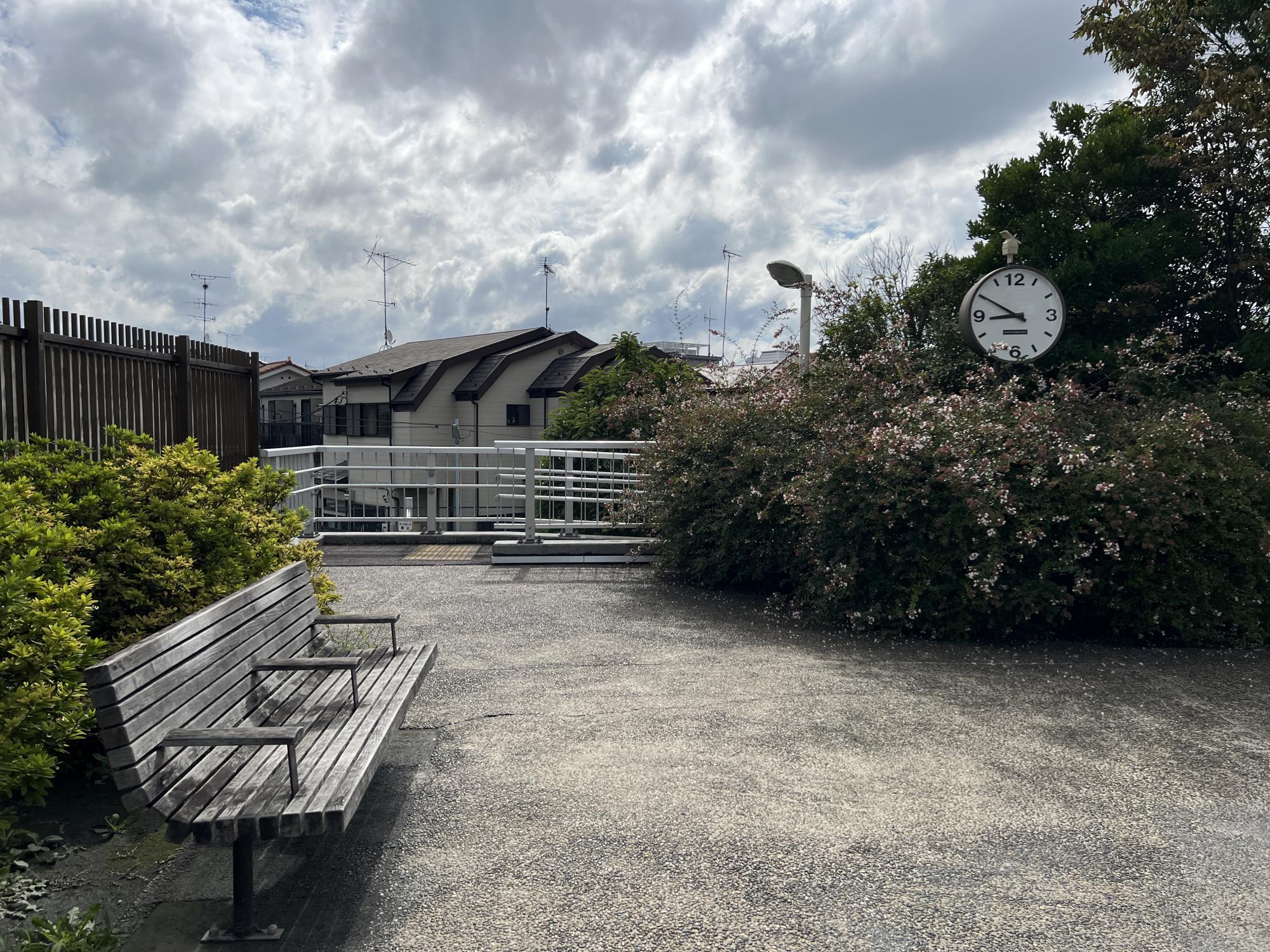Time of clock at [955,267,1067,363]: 8:50
